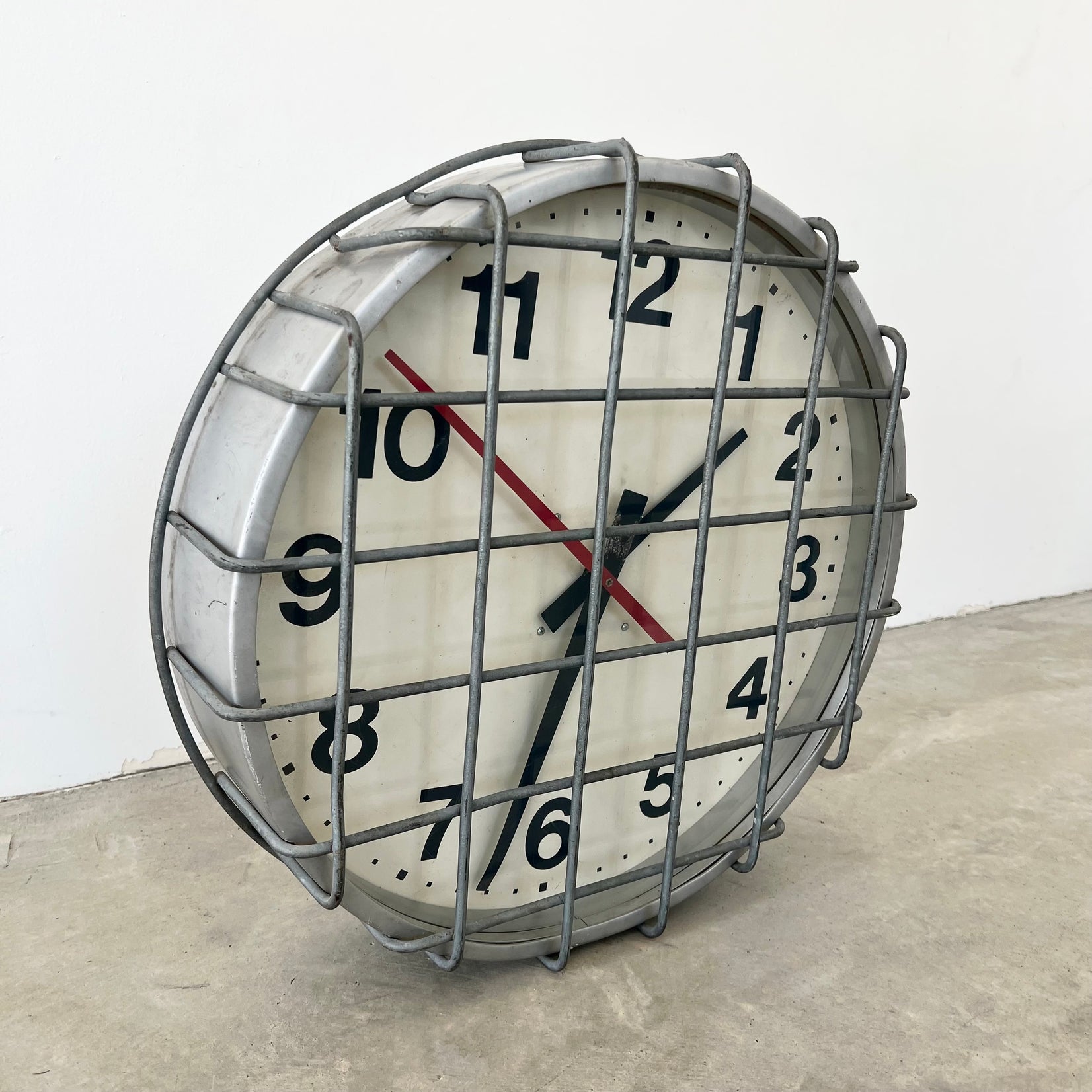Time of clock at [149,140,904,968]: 1:32
